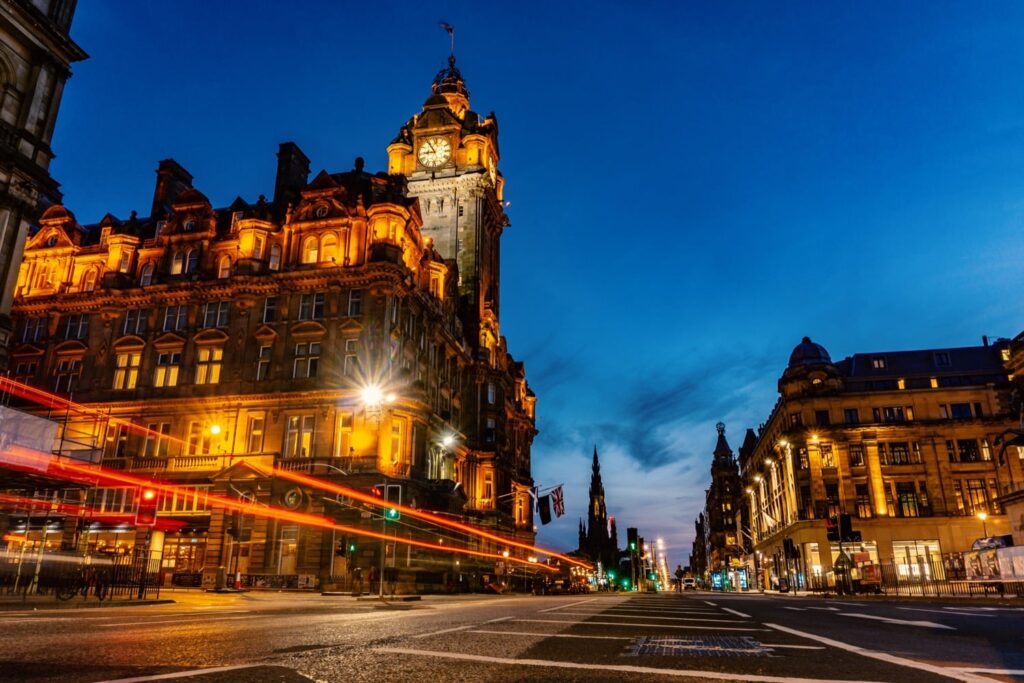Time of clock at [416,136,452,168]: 8:53
